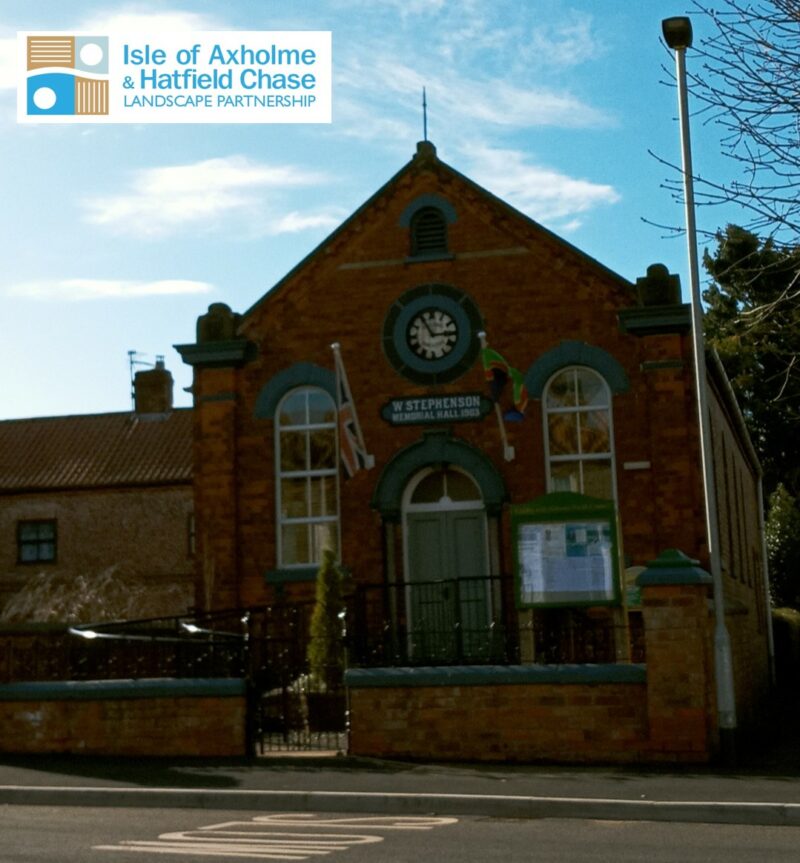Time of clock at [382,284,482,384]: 2:54
